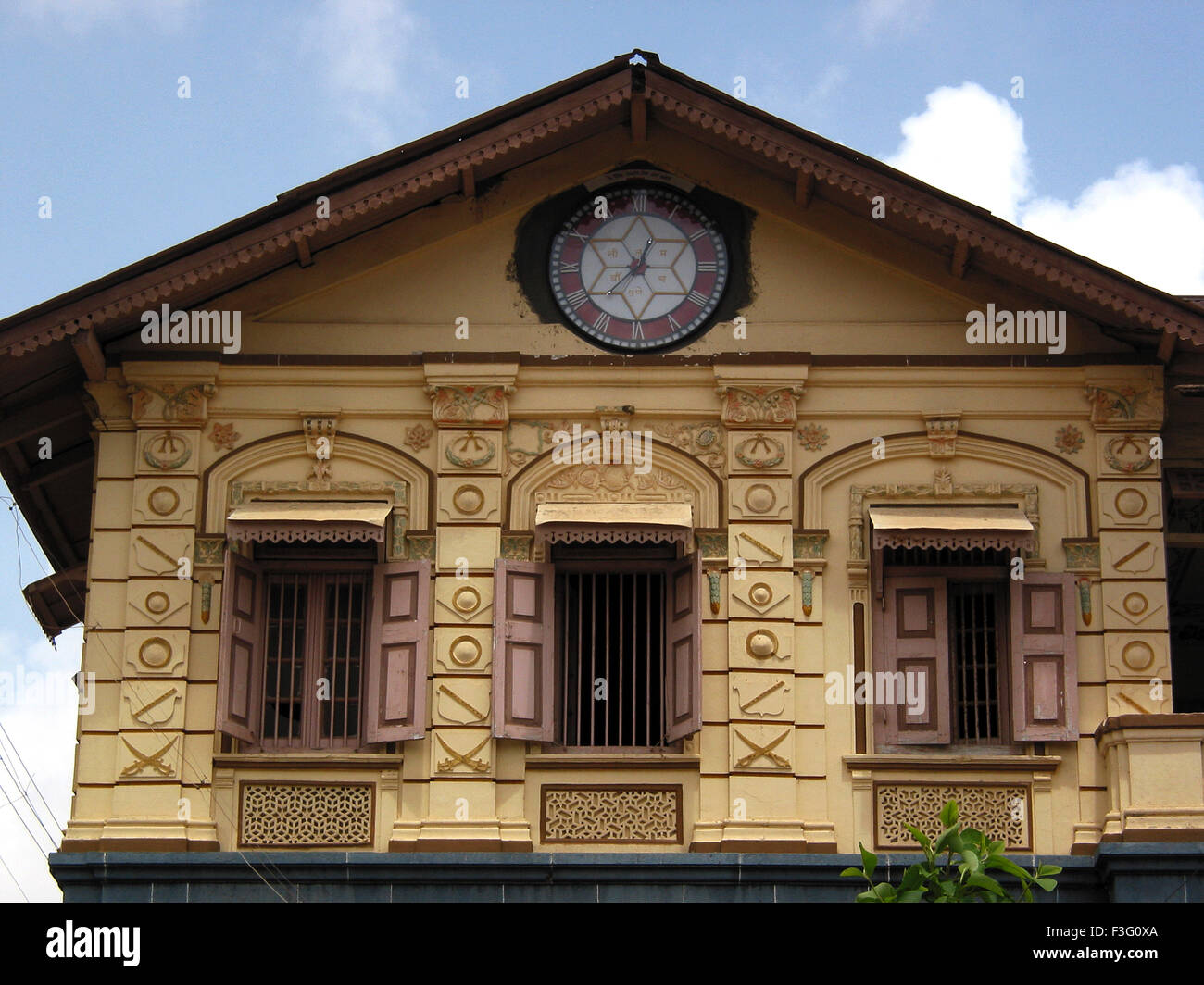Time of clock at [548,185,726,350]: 12:37
